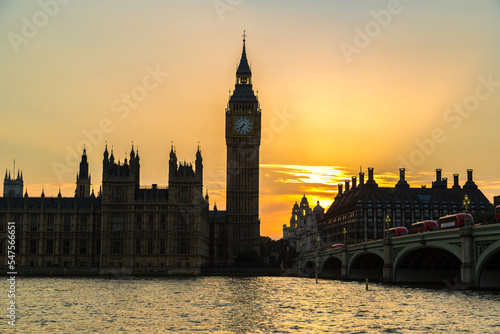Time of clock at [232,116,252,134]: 7:35
